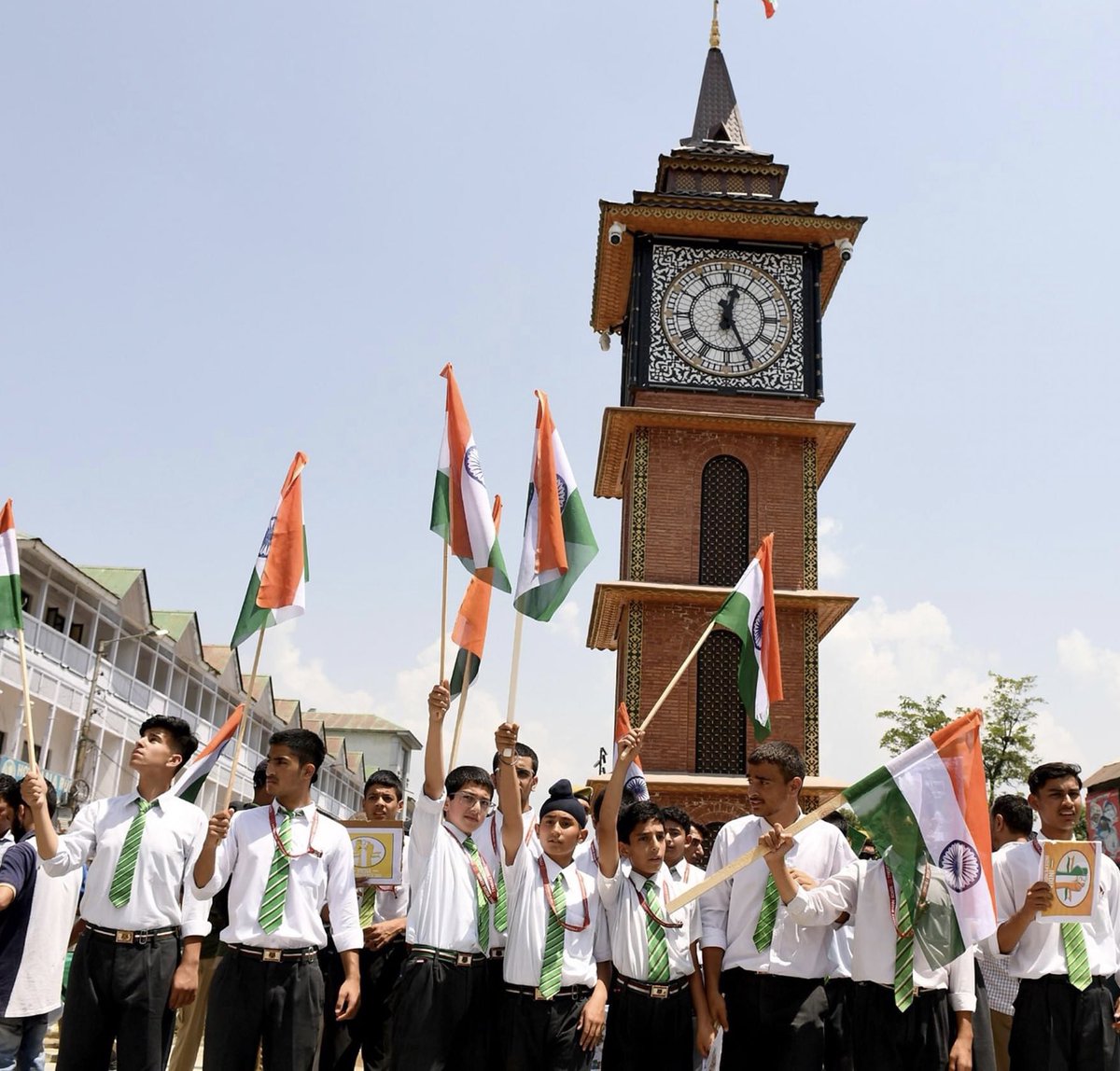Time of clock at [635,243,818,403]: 12:25
